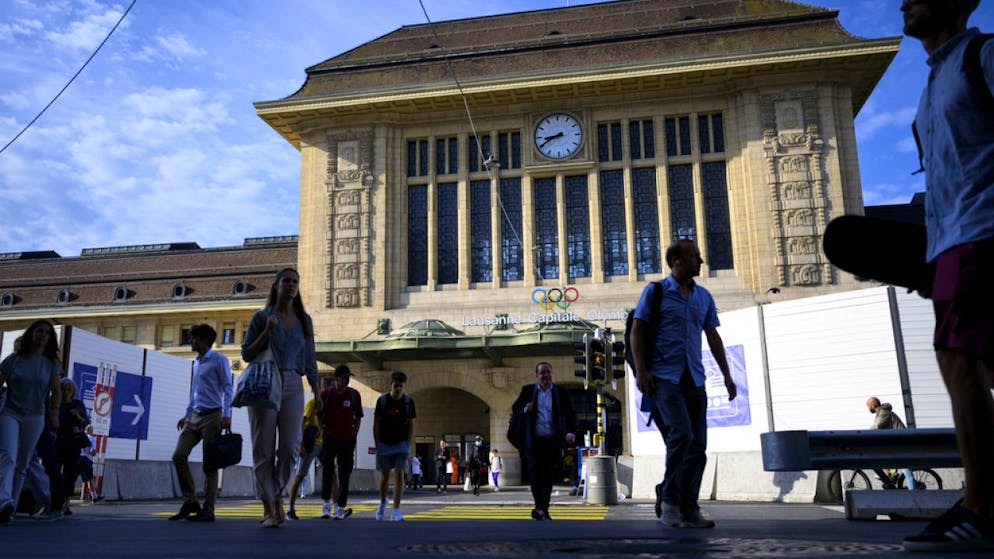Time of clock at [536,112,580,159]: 8:40
